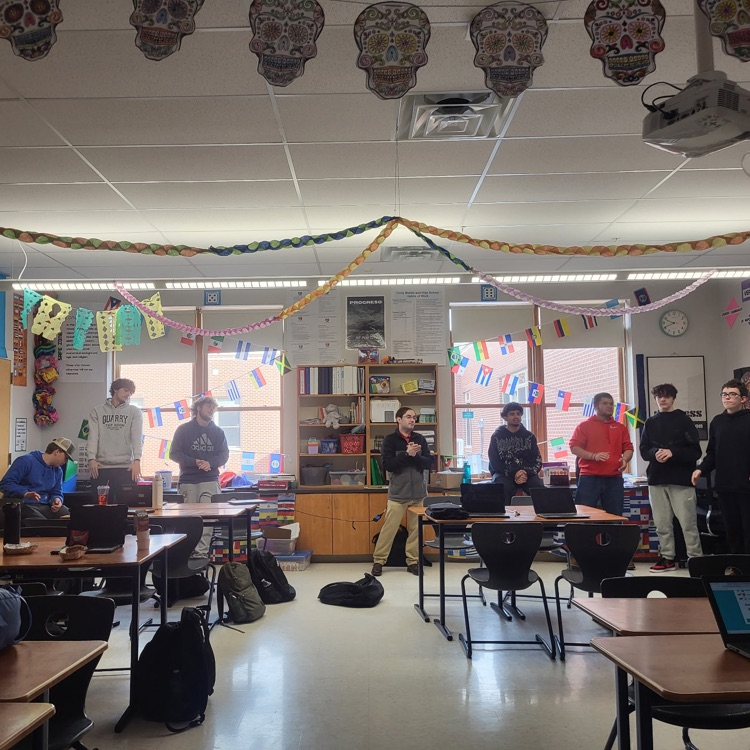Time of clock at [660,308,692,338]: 9:41
